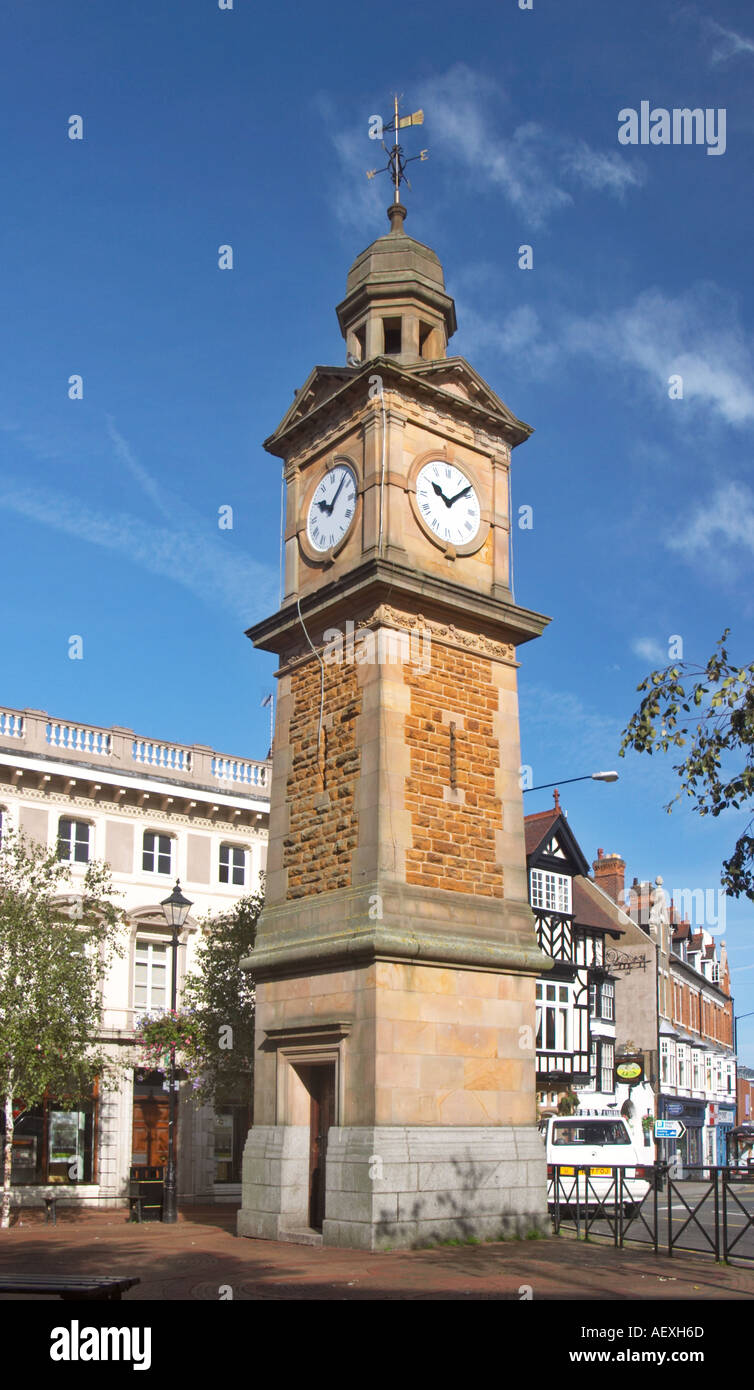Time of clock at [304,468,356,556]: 10:07
